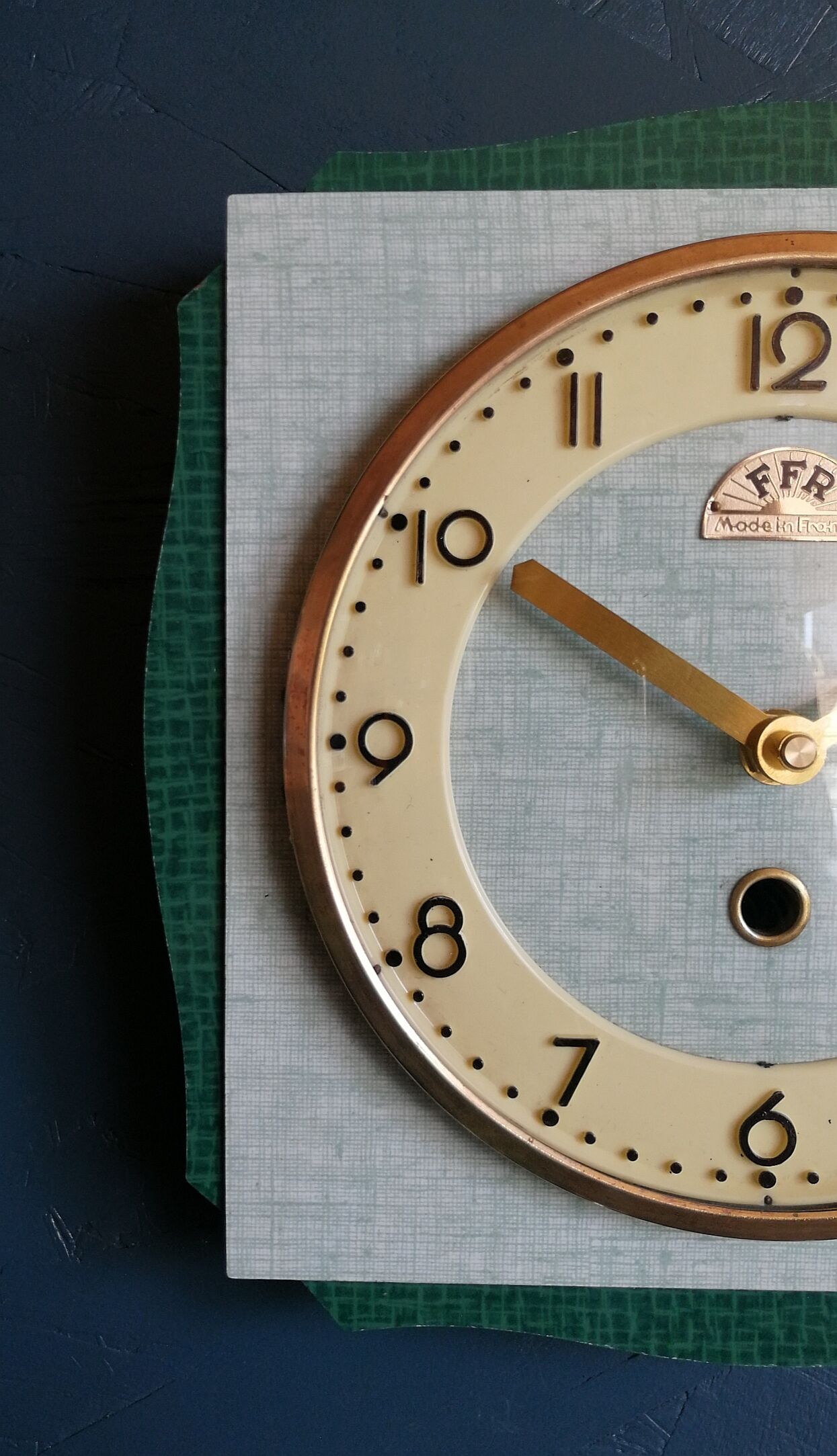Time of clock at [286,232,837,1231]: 9:50
